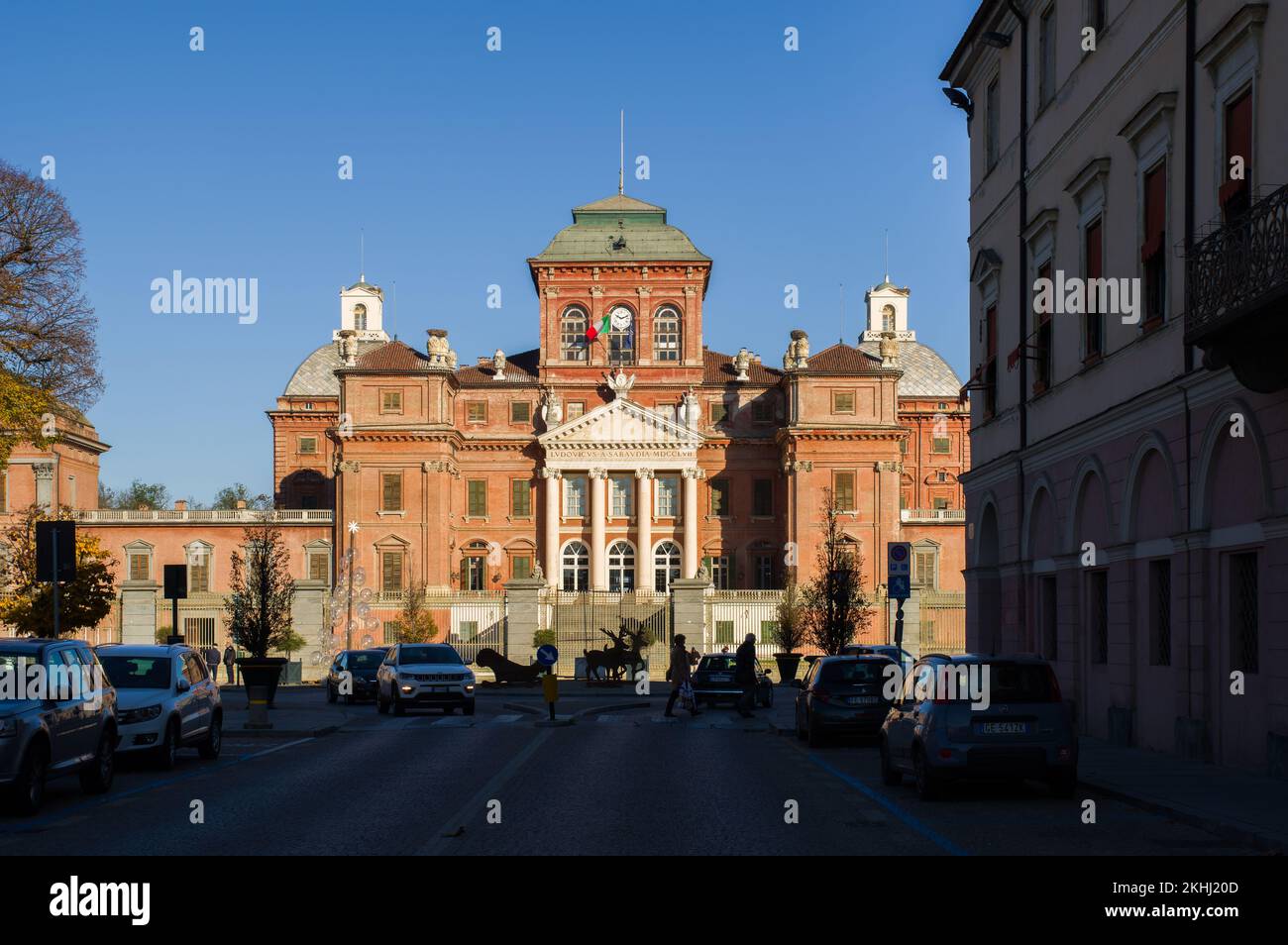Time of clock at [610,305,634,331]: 10:11
